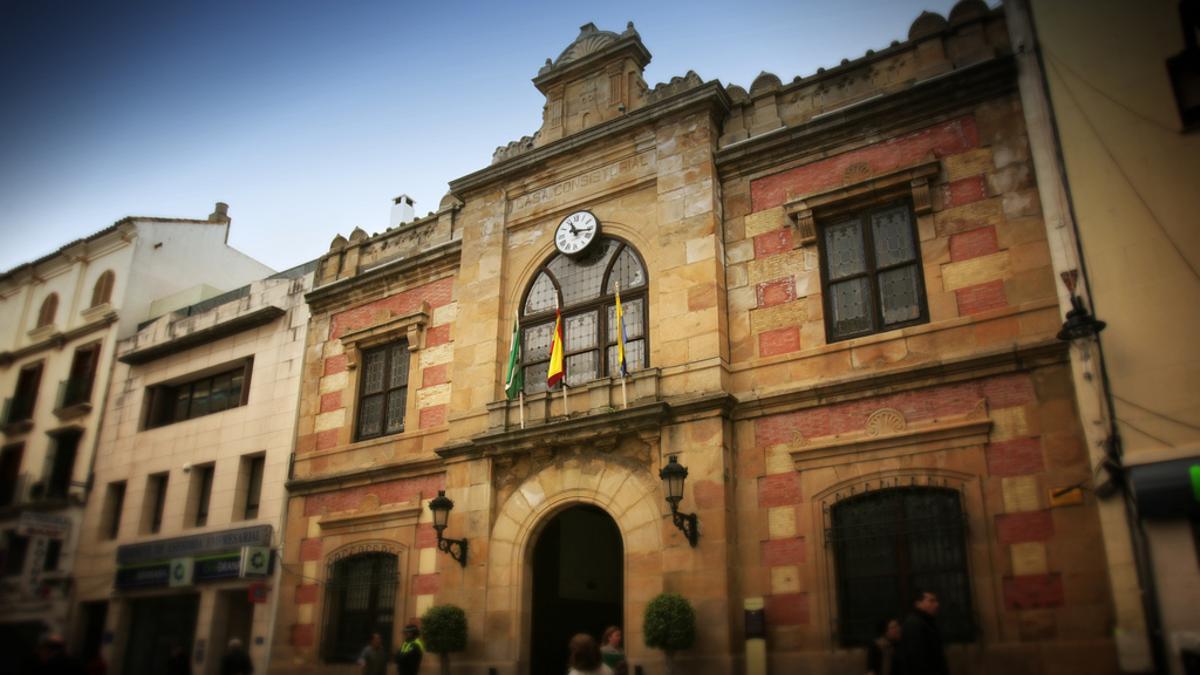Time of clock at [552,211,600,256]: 11:16
